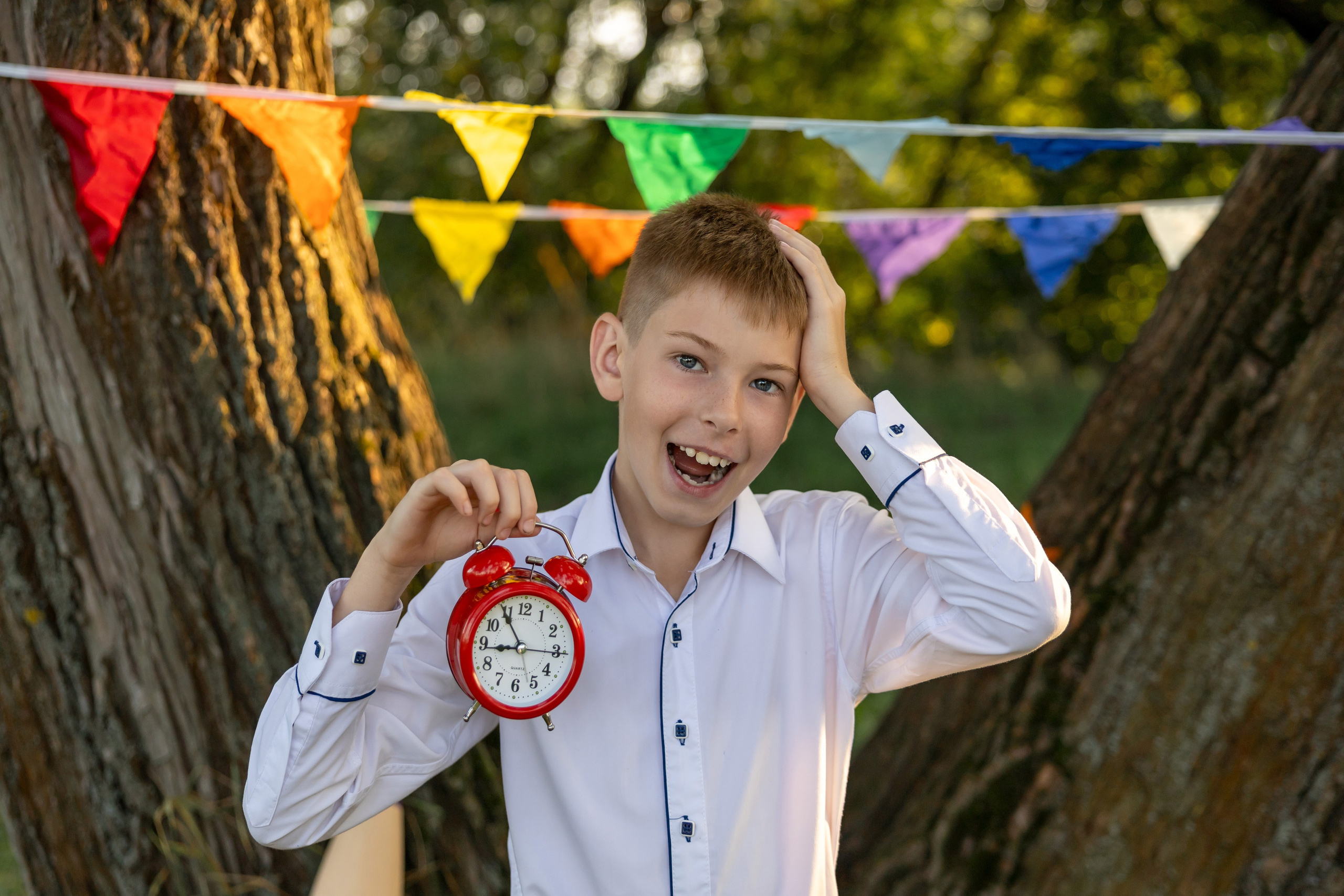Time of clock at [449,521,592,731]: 8:54
